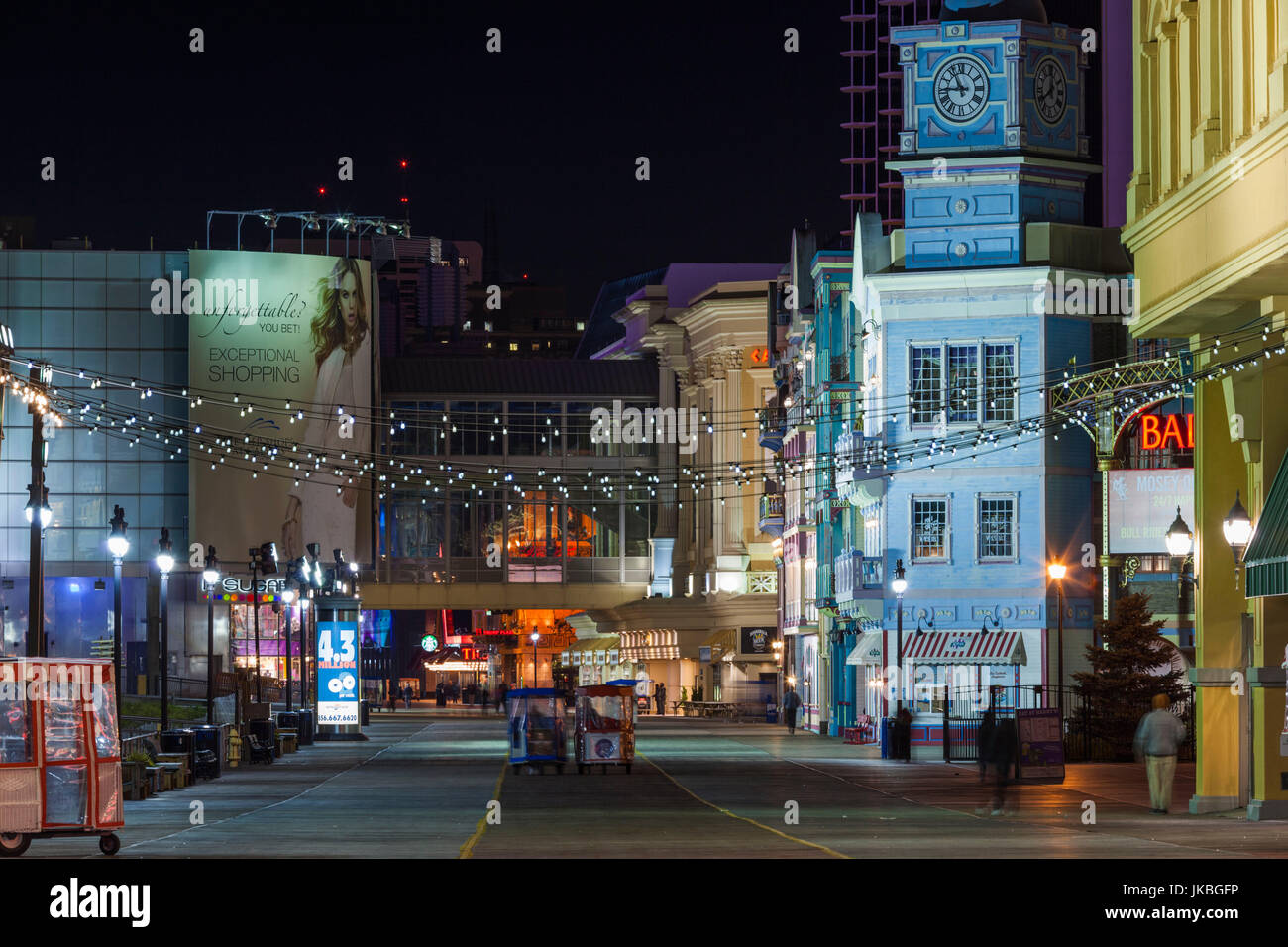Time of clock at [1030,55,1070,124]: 12:40
